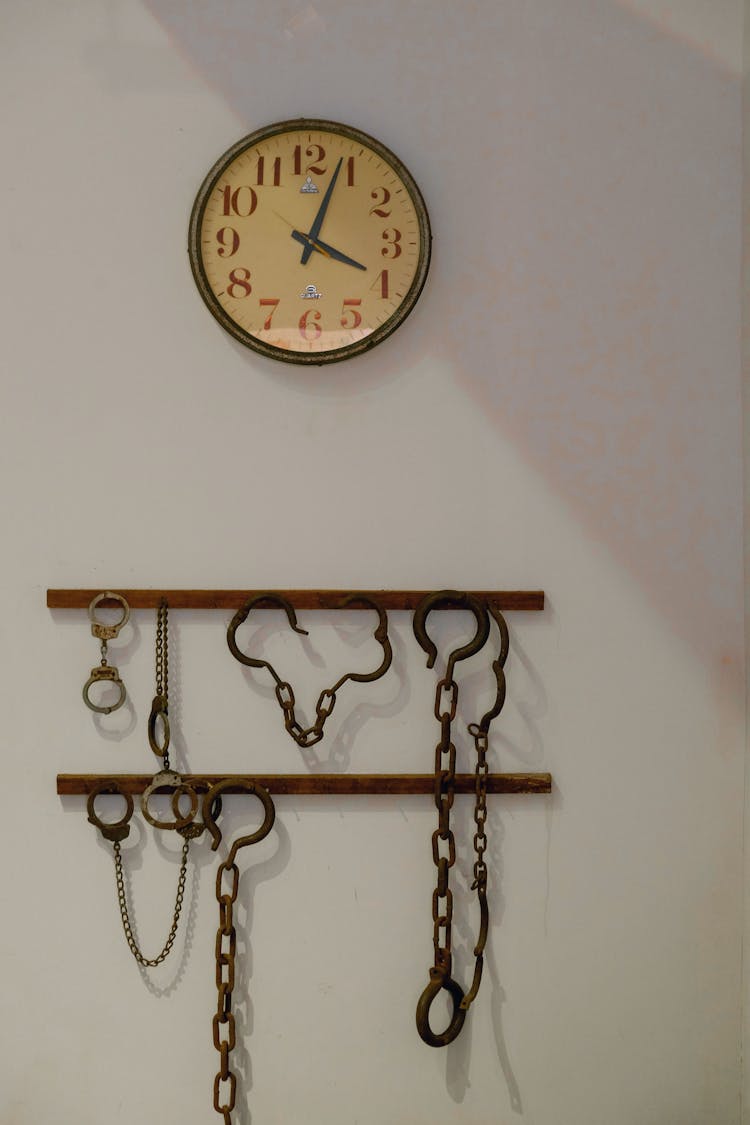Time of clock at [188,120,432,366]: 4:03
